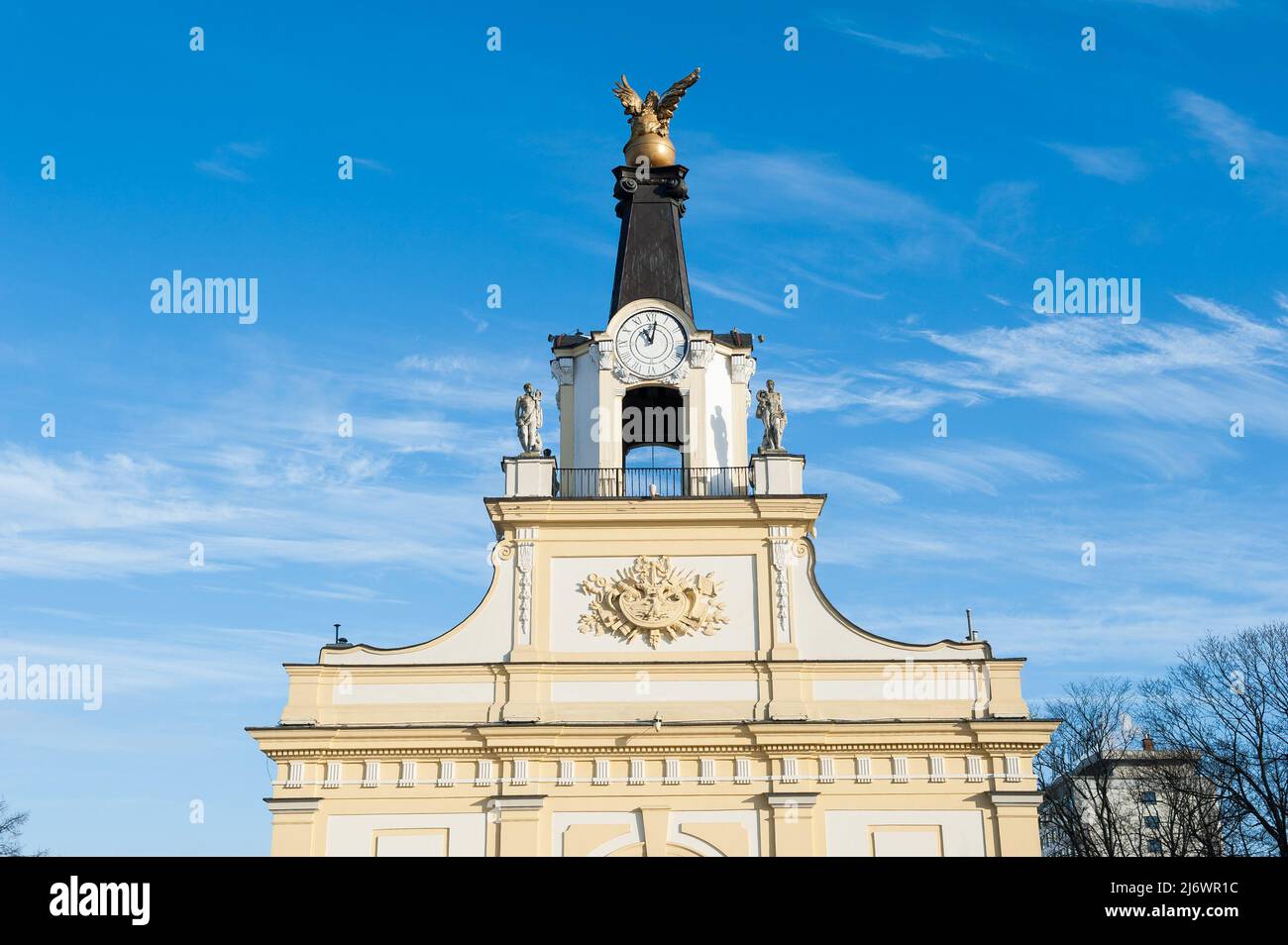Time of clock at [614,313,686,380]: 11:01
